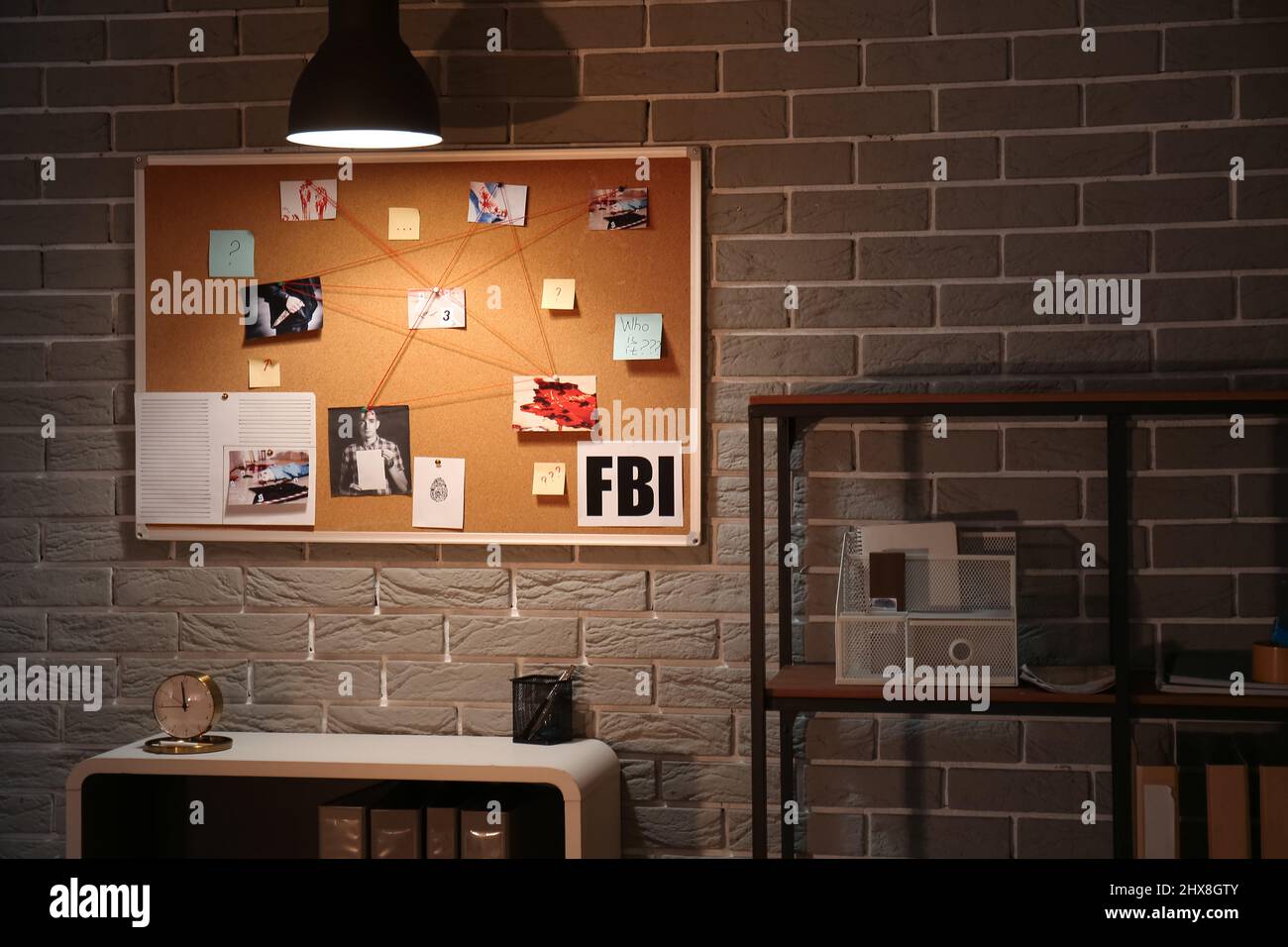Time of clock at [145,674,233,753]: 11:44
